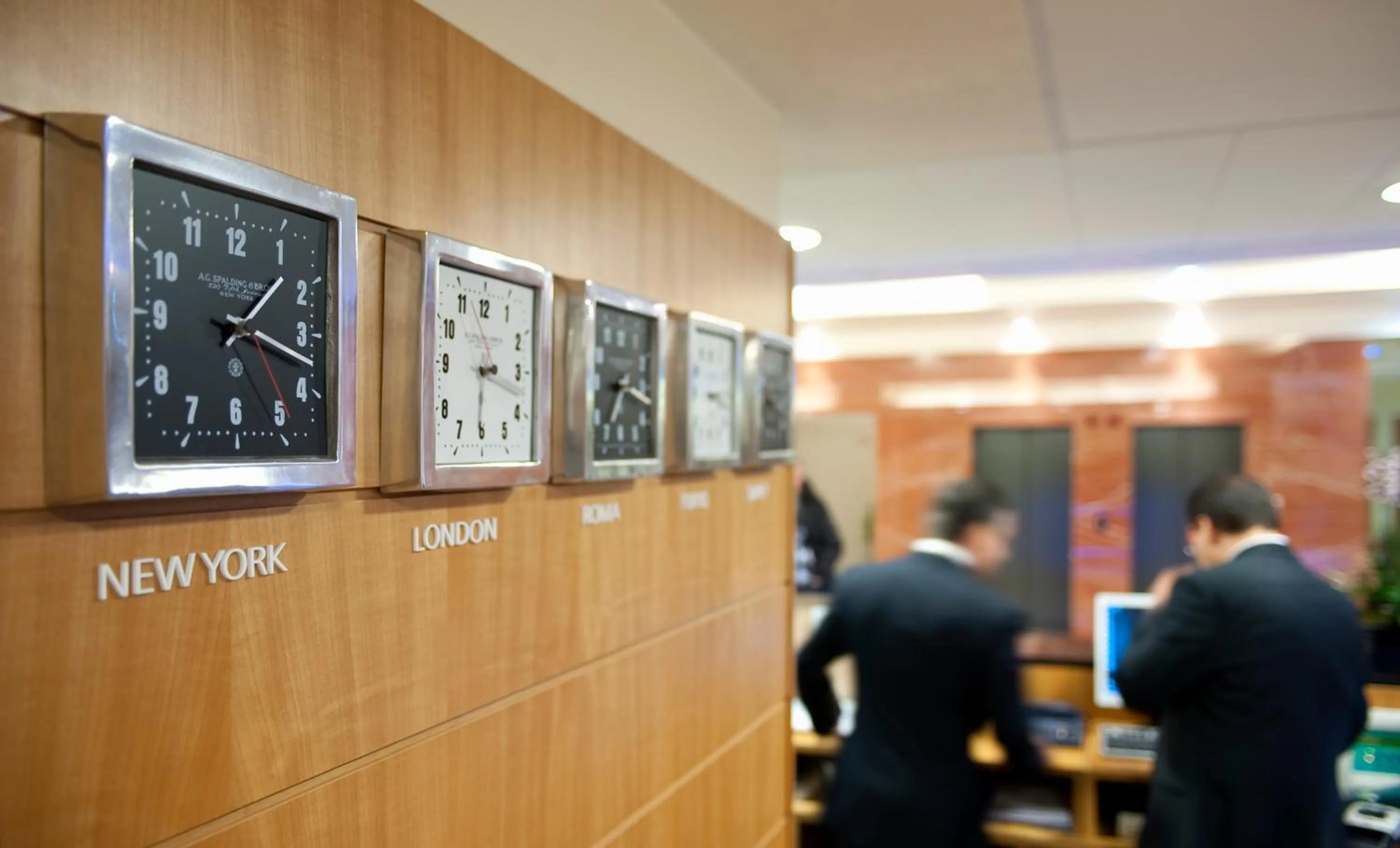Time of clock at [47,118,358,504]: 1:18
